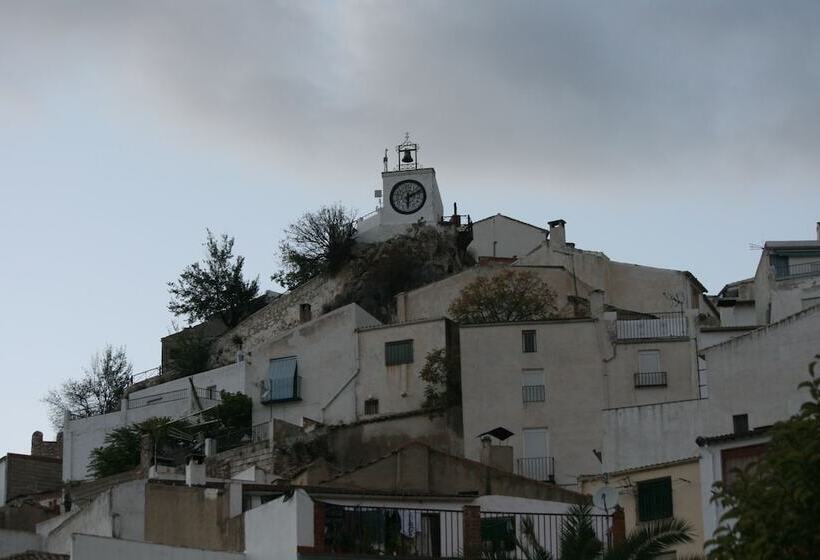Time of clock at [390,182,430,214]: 6:10
